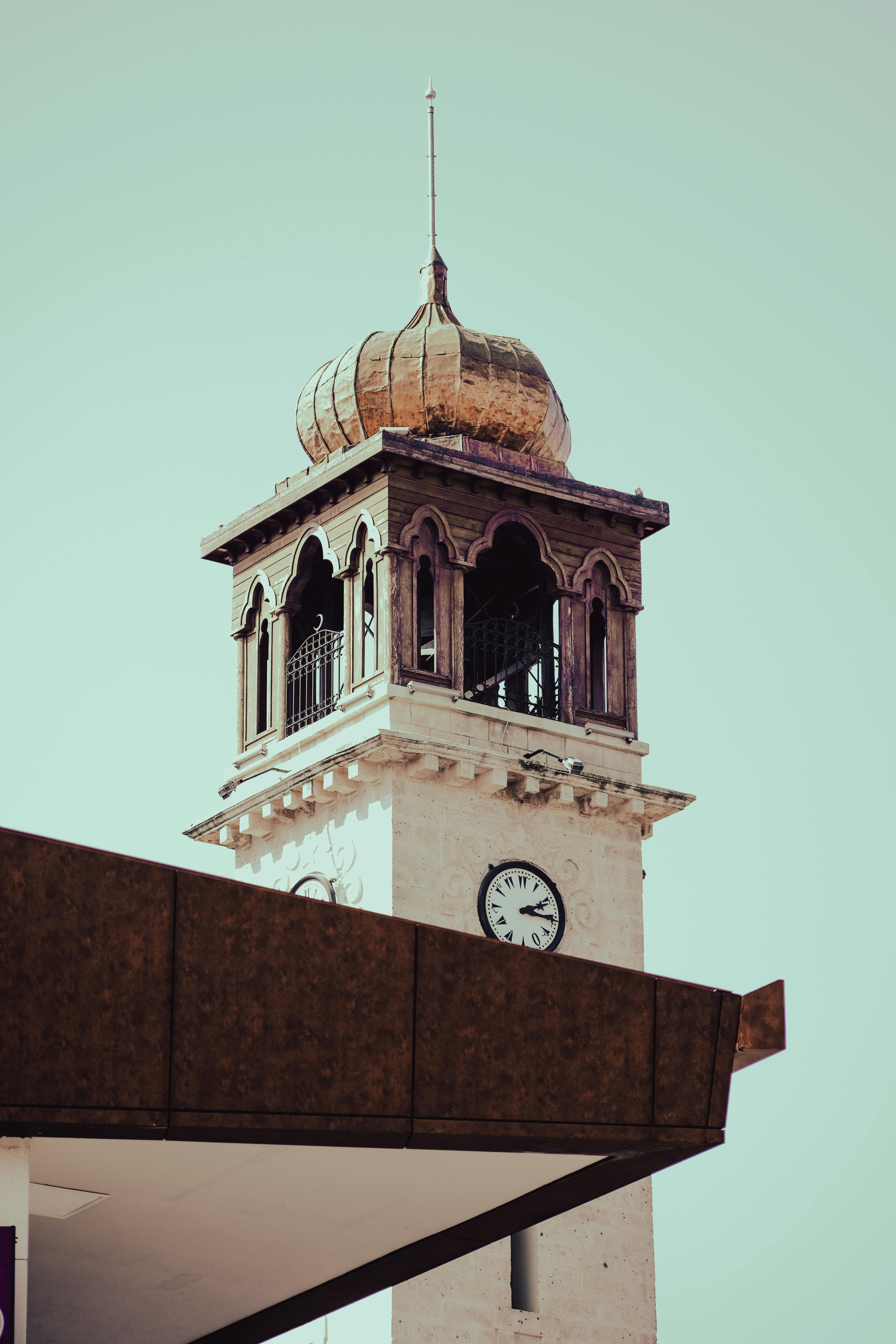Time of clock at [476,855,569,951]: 2:15
